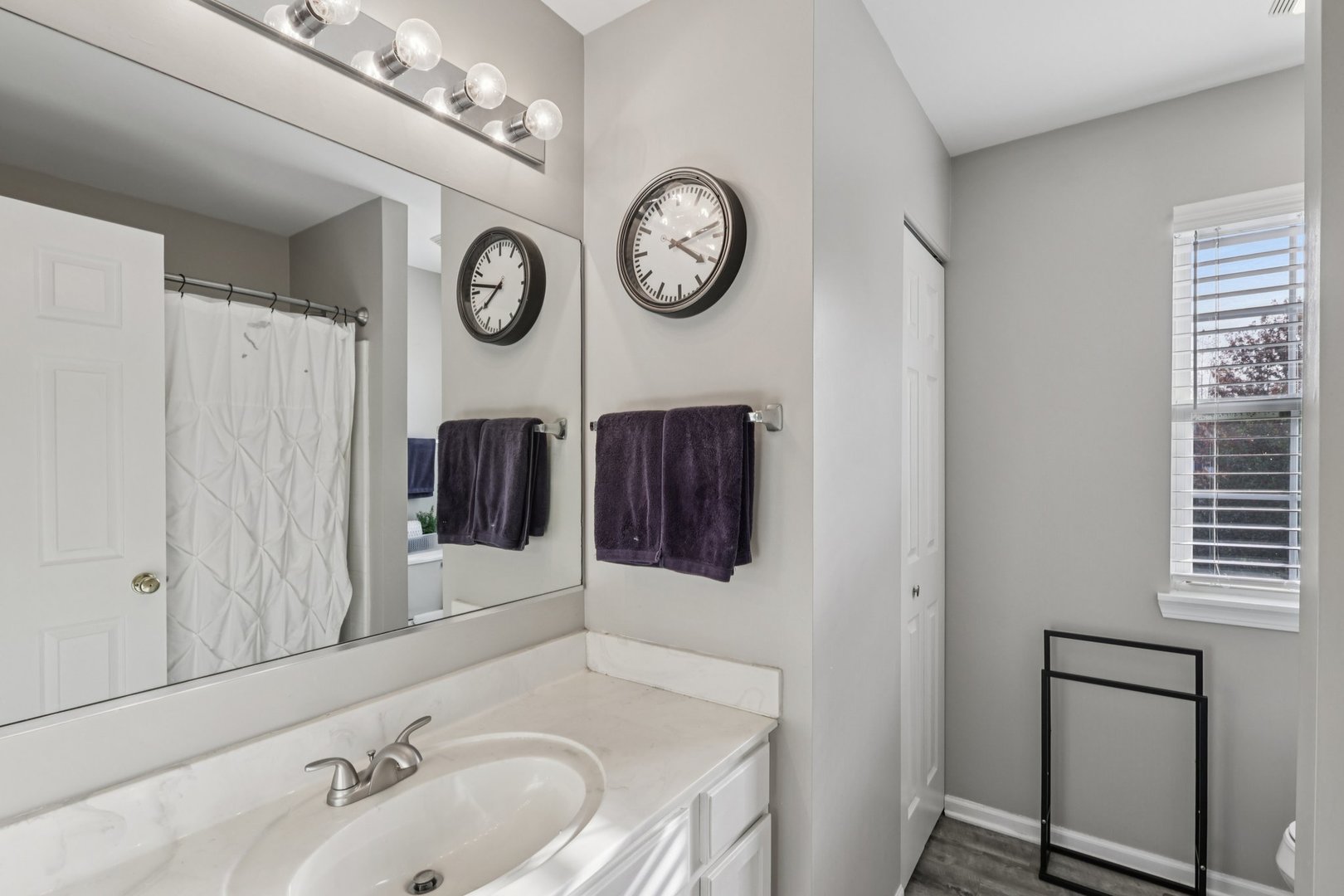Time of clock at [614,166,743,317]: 4:12
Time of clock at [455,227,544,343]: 7:46
